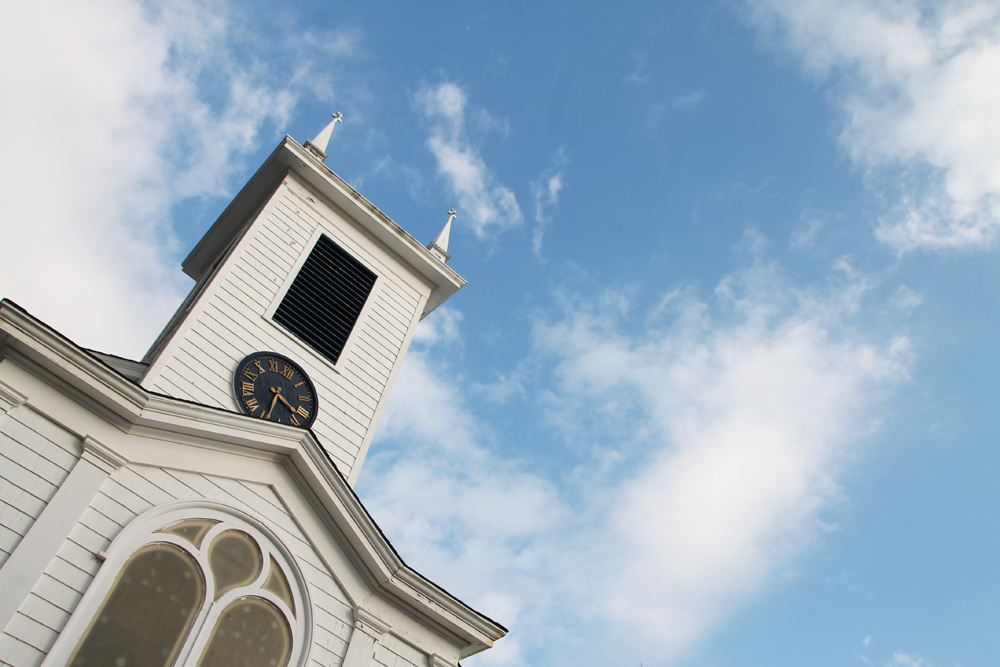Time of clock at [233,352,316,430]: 4:34
